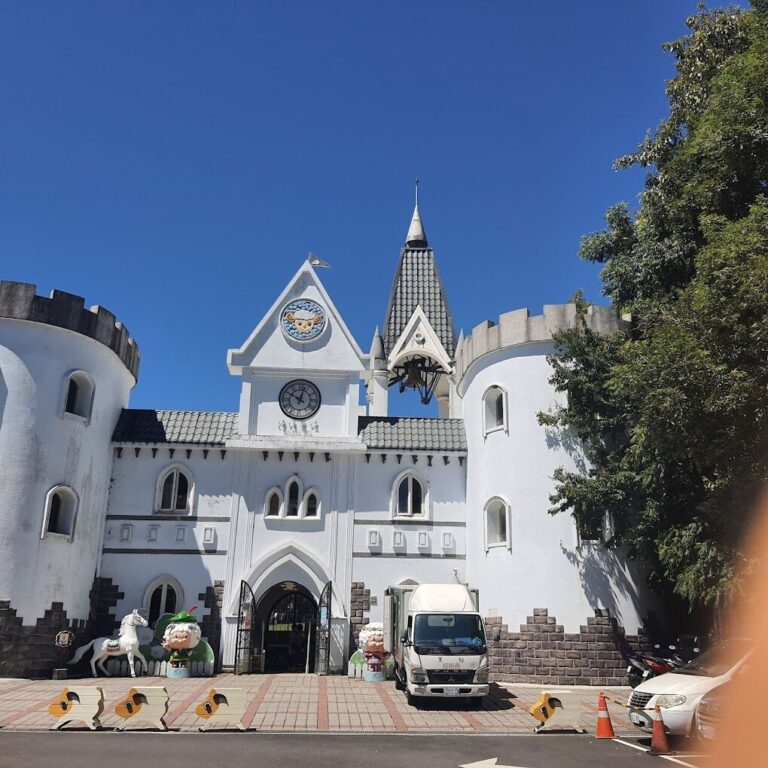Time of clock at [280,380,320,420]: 10:02
